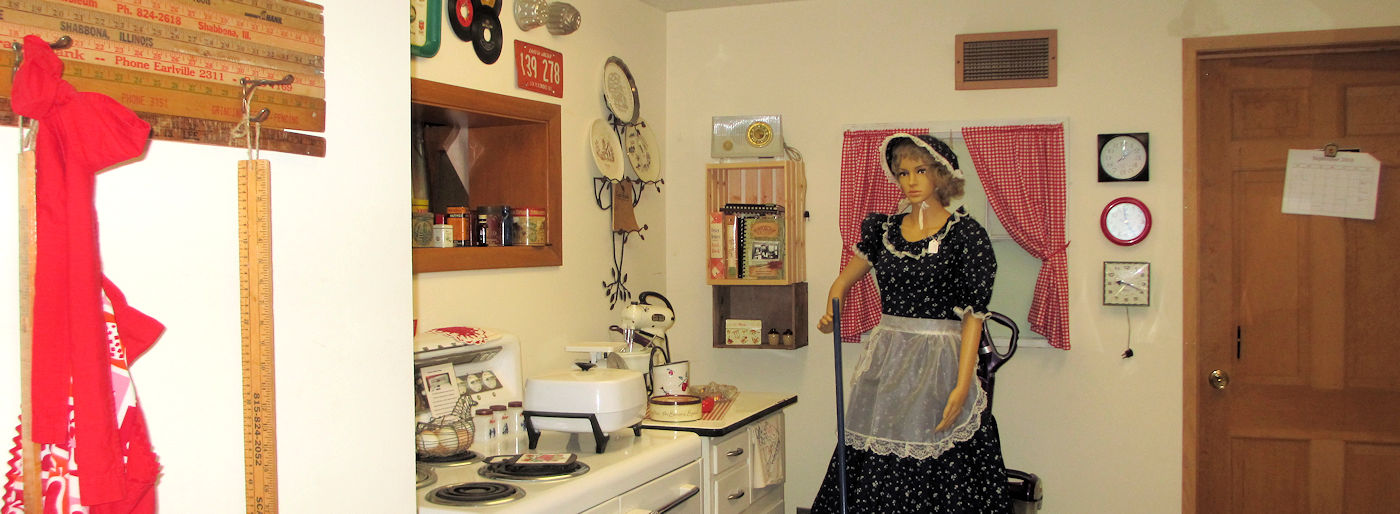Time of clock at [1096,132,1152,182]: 12:08
